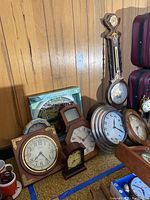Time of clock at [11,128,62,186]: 7:23
